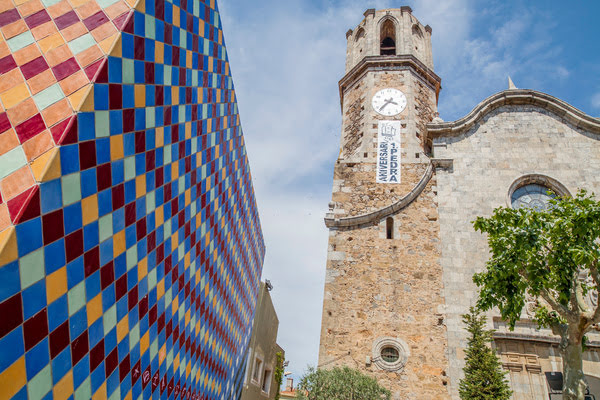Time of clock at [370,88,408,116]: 3:37
